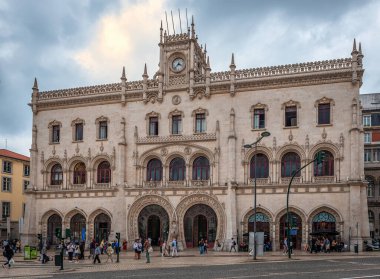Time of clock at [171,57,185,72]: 3:37
